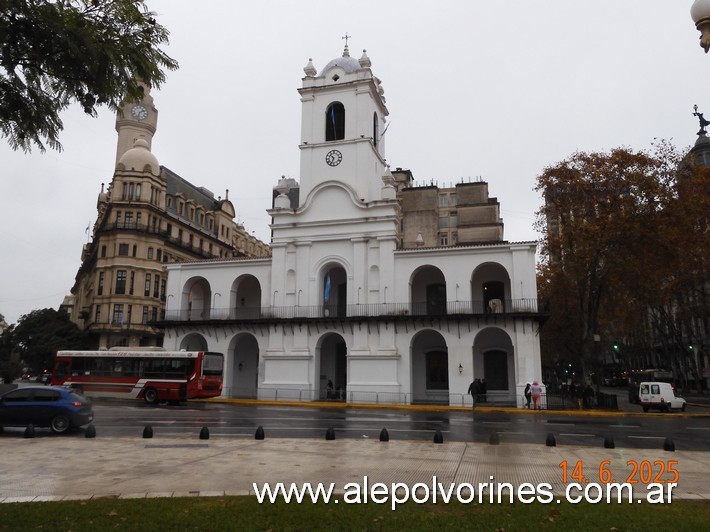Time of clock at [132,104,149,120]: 2:32
